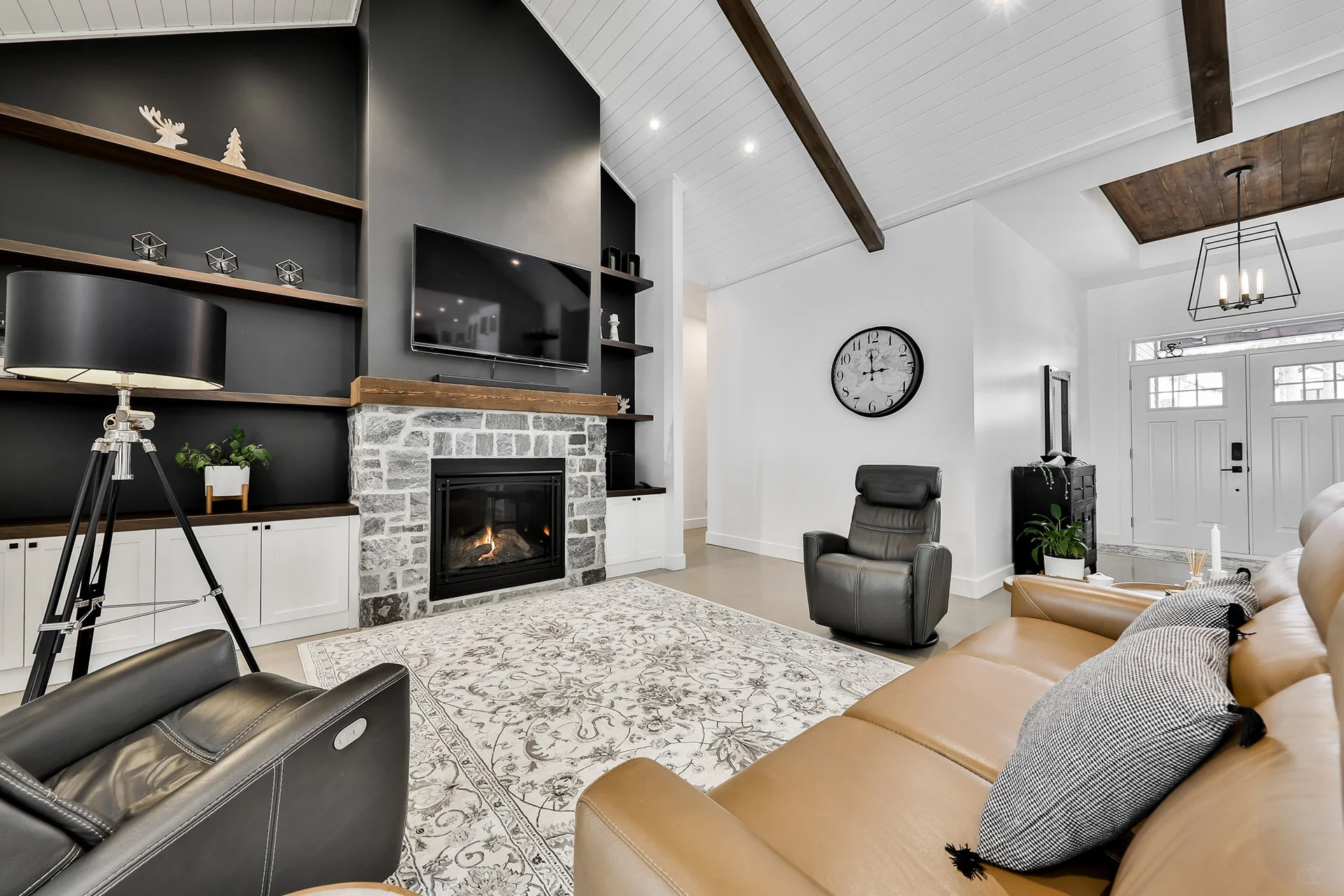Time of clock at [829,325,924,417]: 2:59
